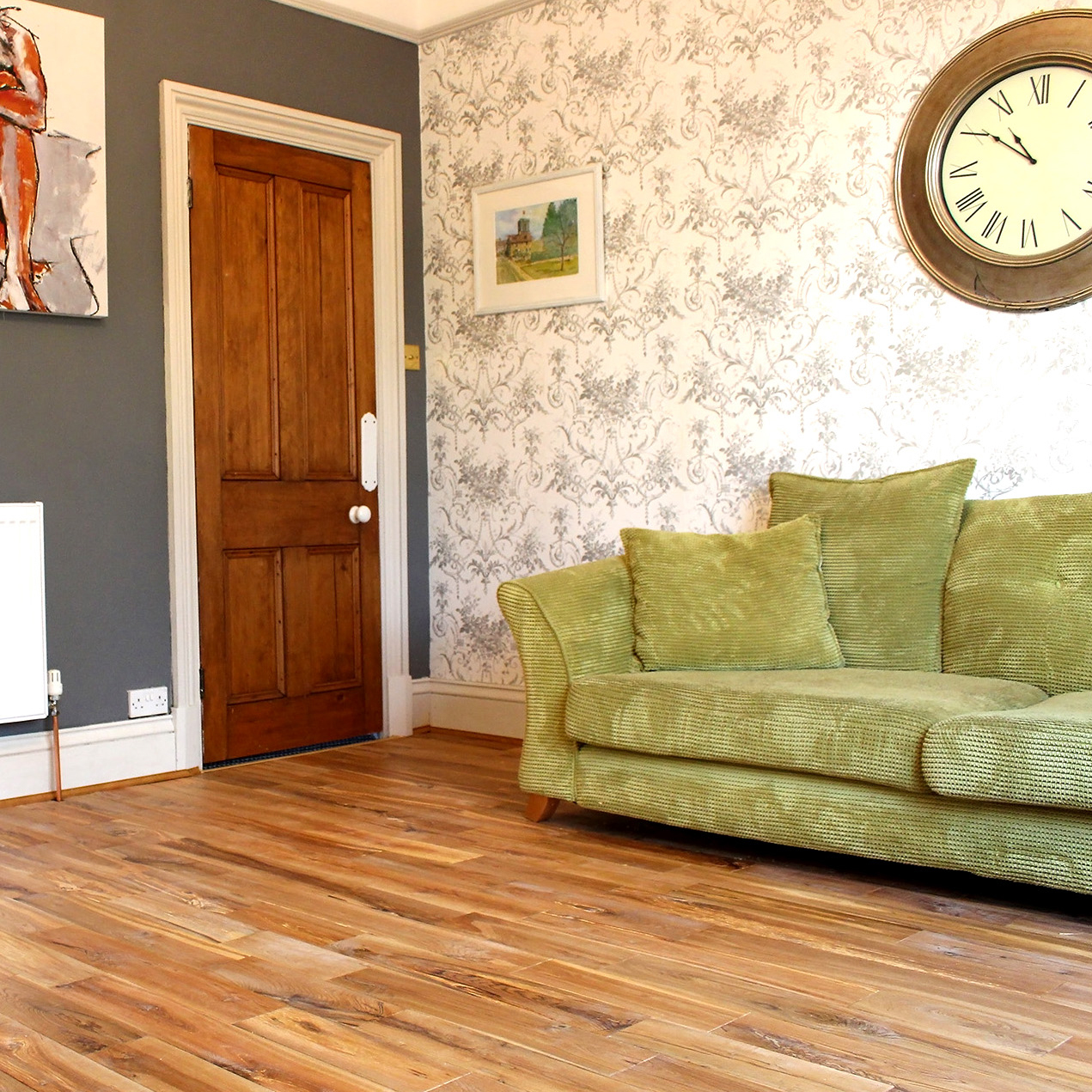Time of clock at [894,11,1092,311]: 10:50
